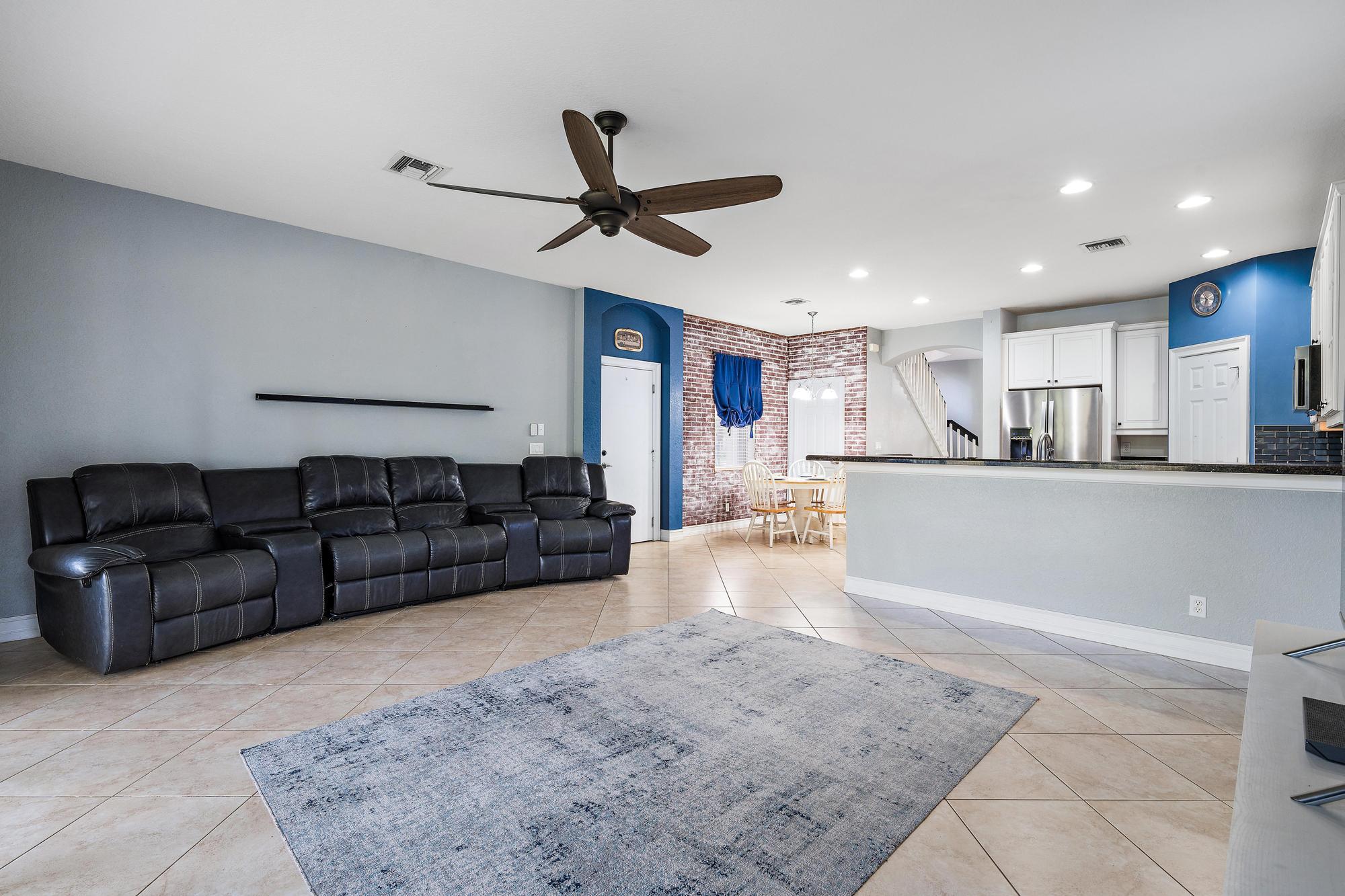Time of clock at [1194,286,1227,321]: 6:55
